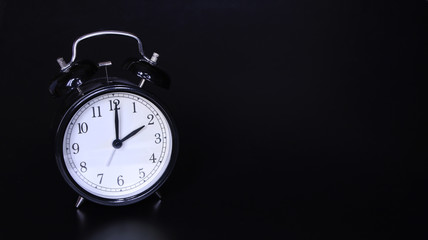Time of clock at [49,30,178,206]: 2:00
